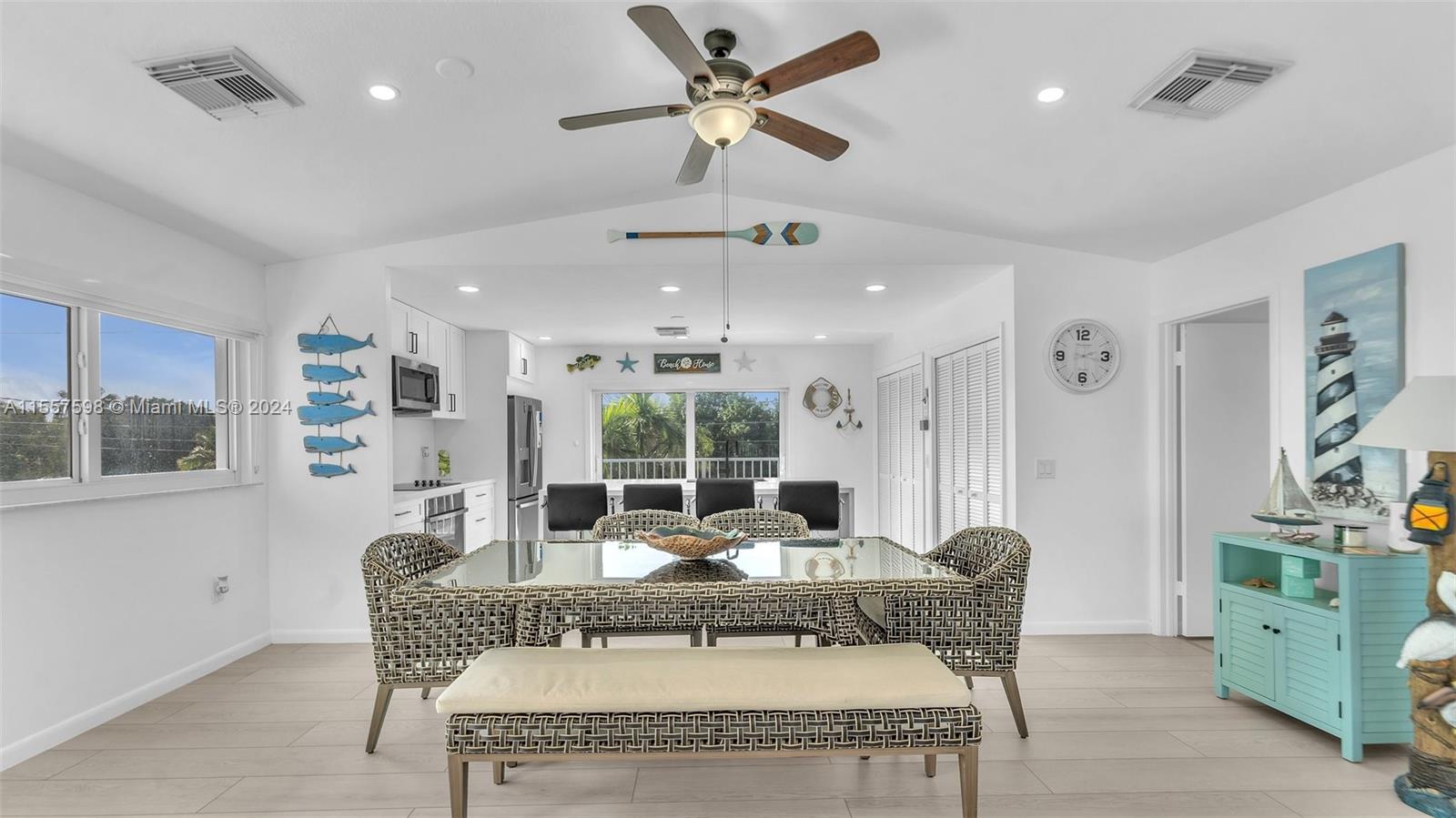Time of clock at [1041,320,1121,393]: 2:18
